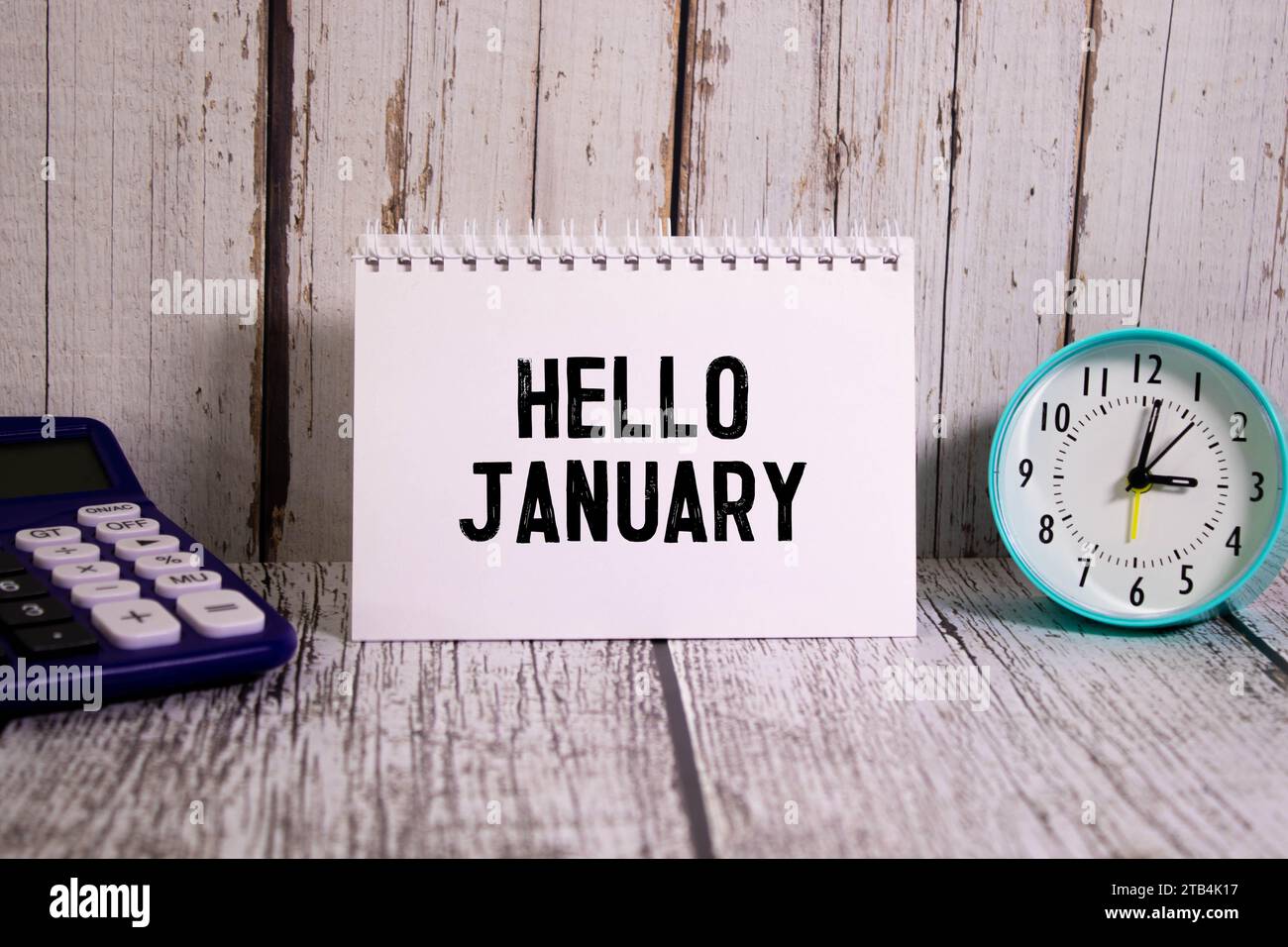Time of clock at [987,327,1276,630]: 3:01
